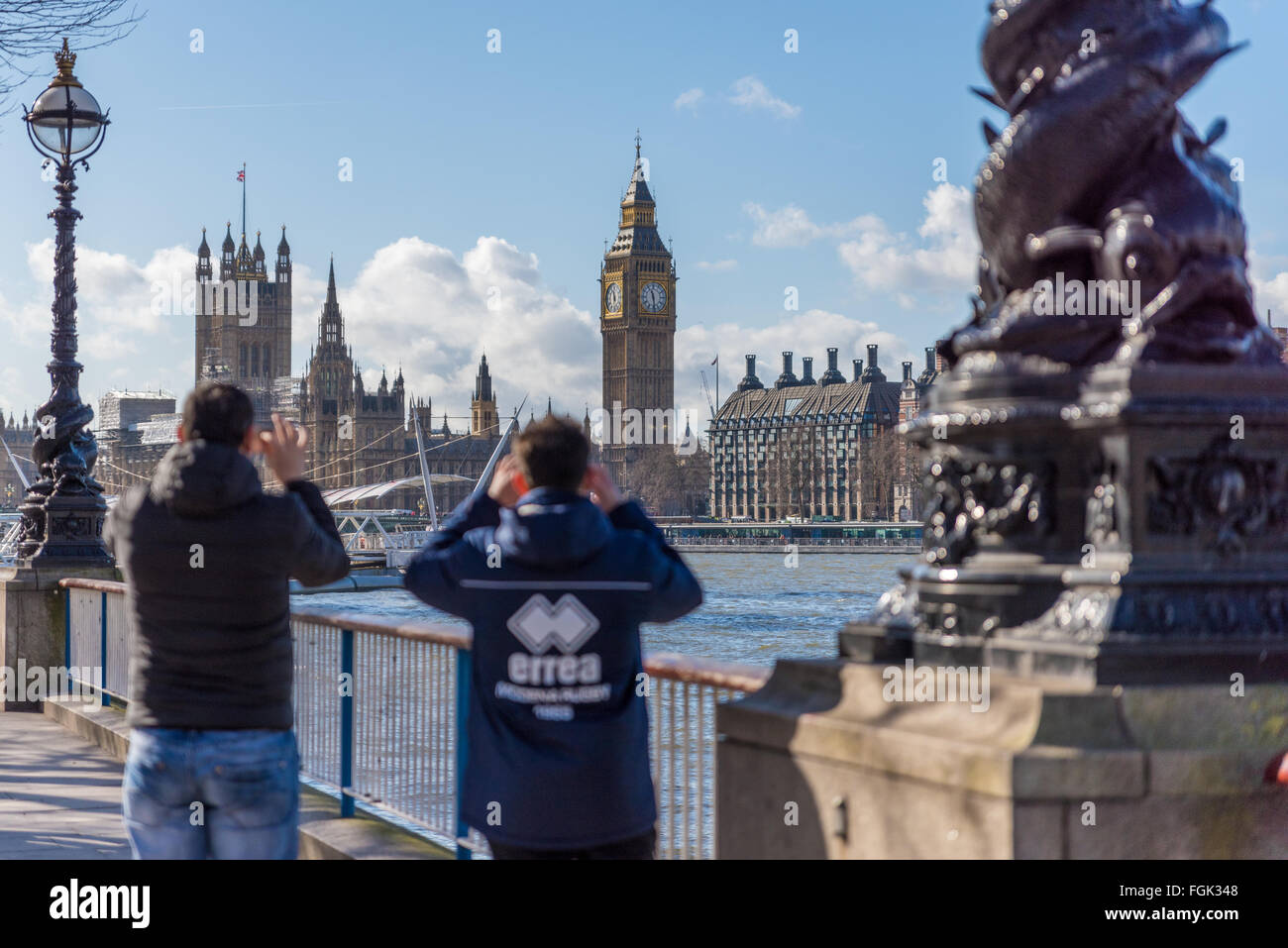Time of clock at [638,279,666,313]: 11:28
